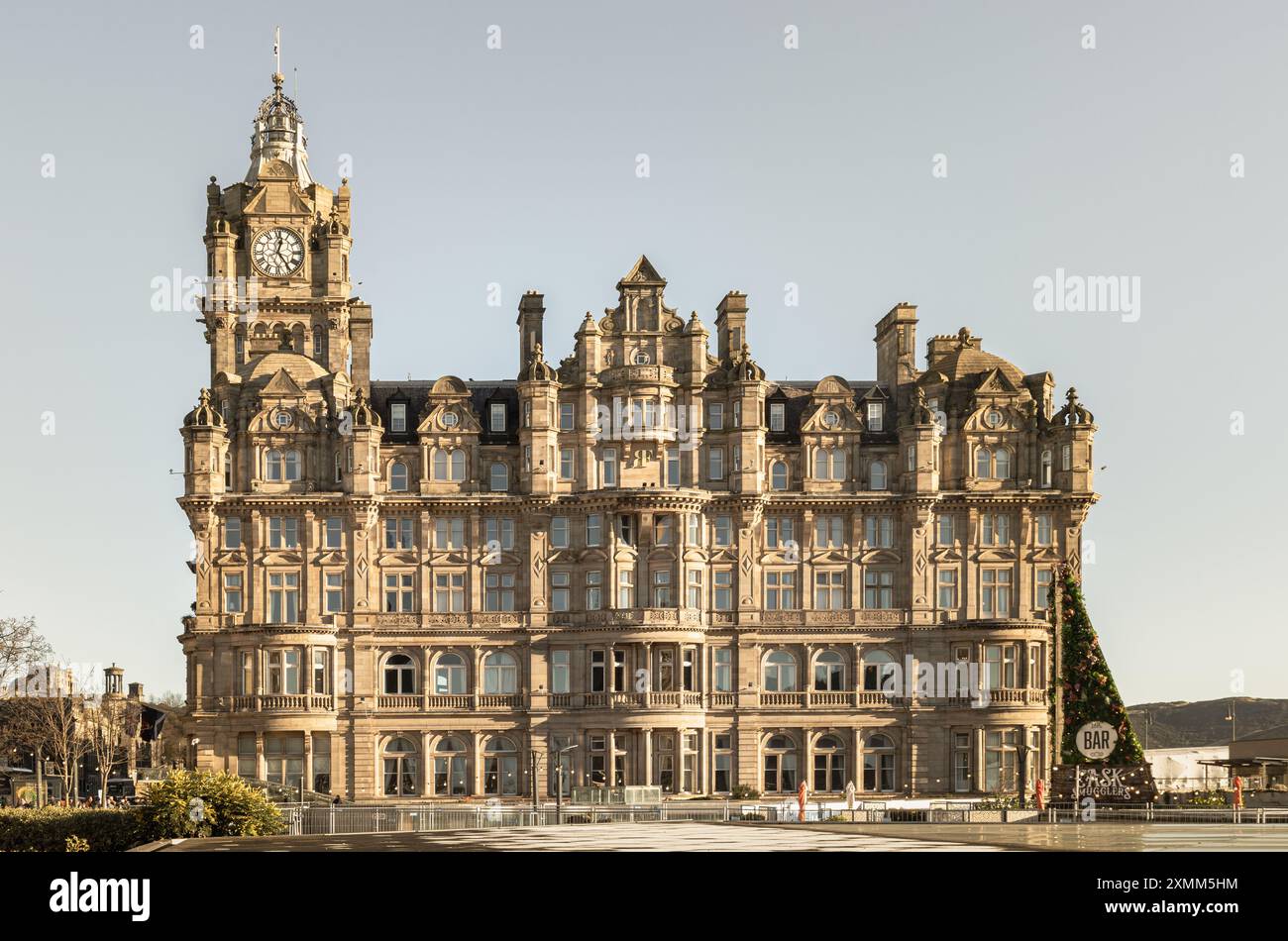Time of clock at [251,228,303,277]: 12:23
